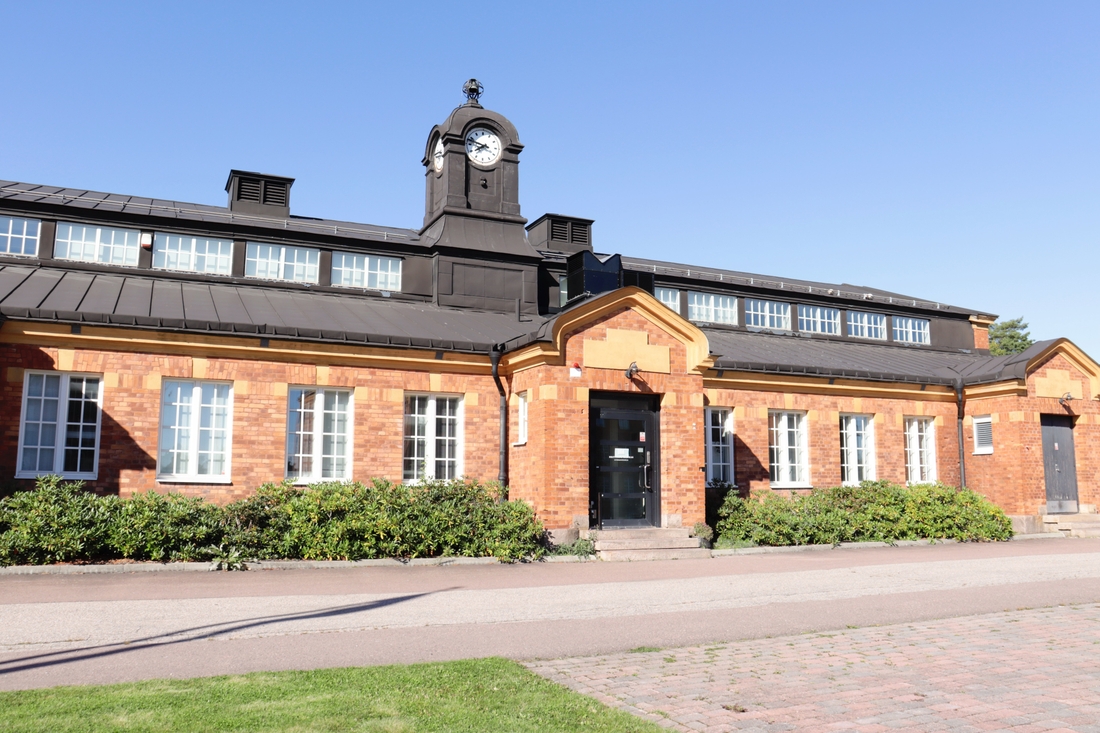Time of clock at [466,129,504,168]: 7:47
